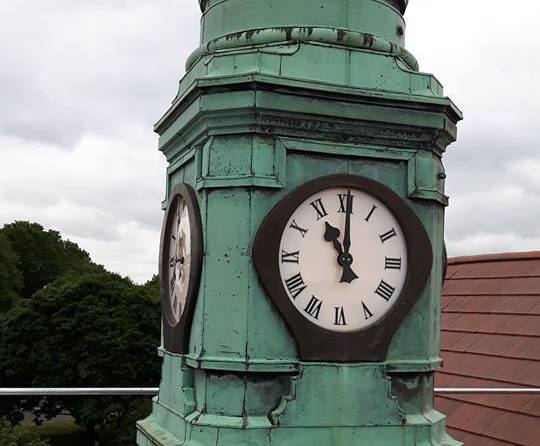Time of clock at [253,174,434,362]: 11:00
